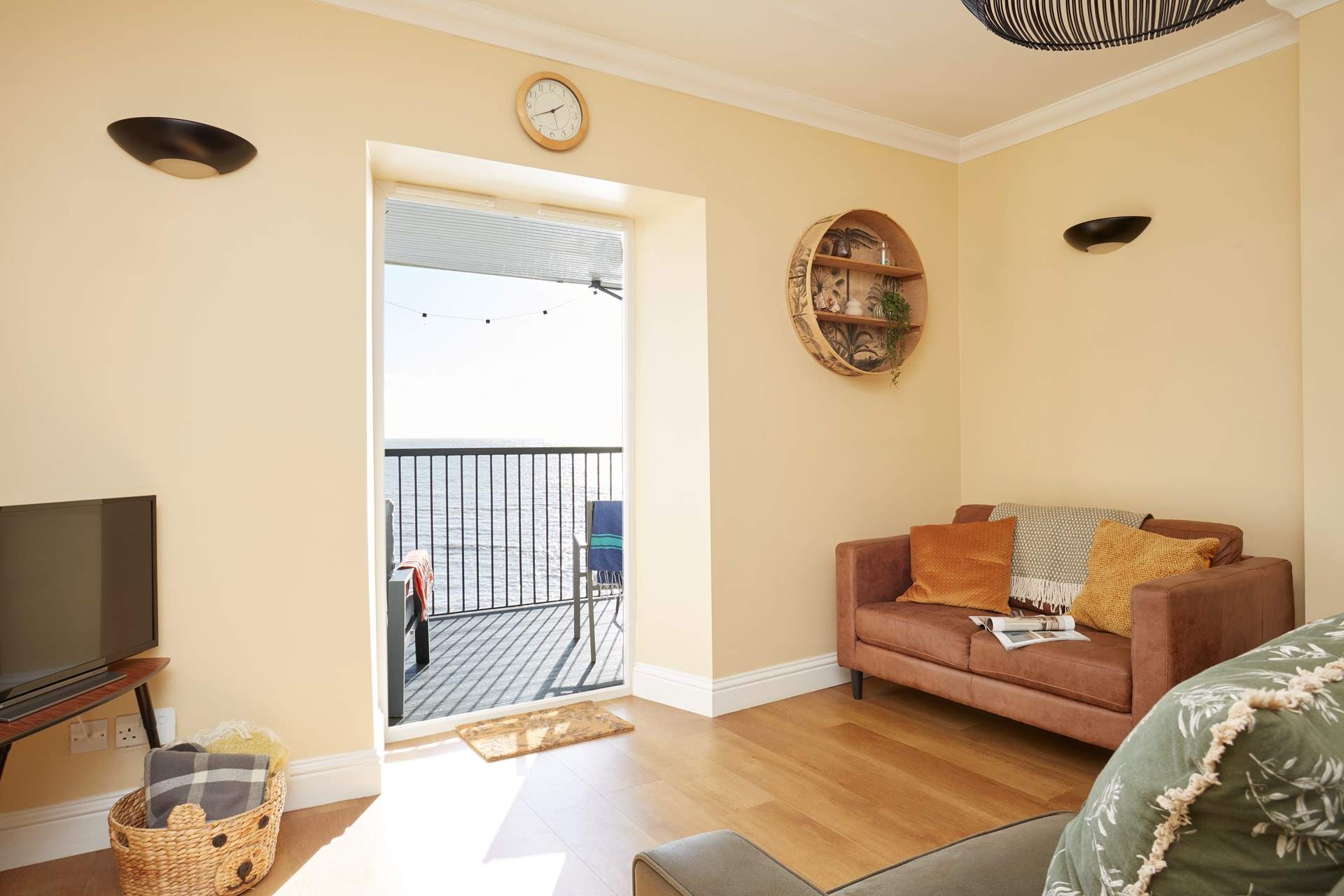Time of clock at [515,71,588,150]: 1:40
